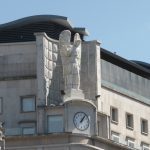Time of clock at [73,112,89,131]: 1:06
